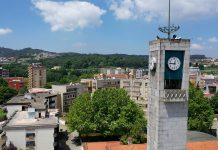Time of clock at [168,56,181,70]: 12:46
